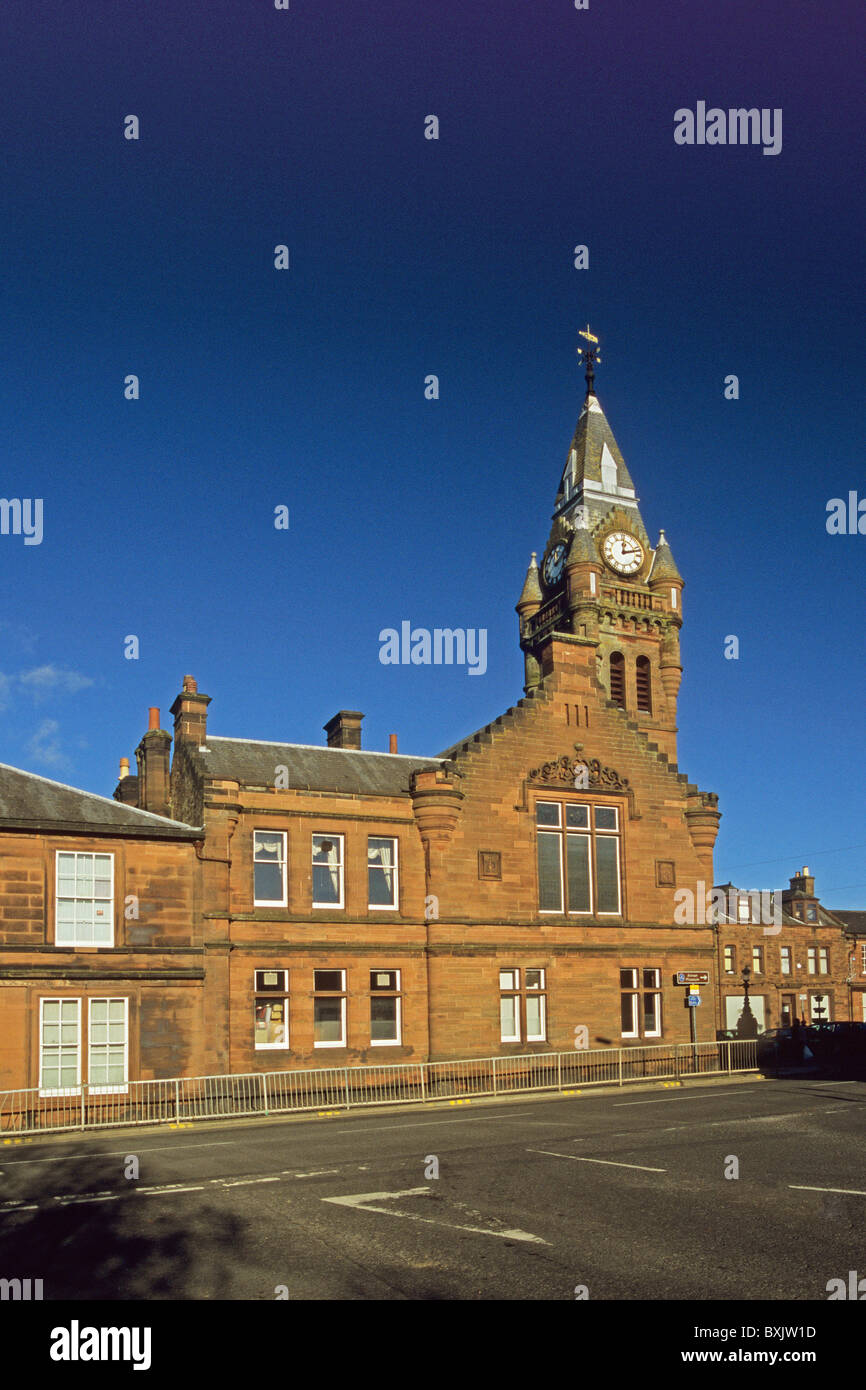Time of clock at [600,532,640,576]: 12:12
